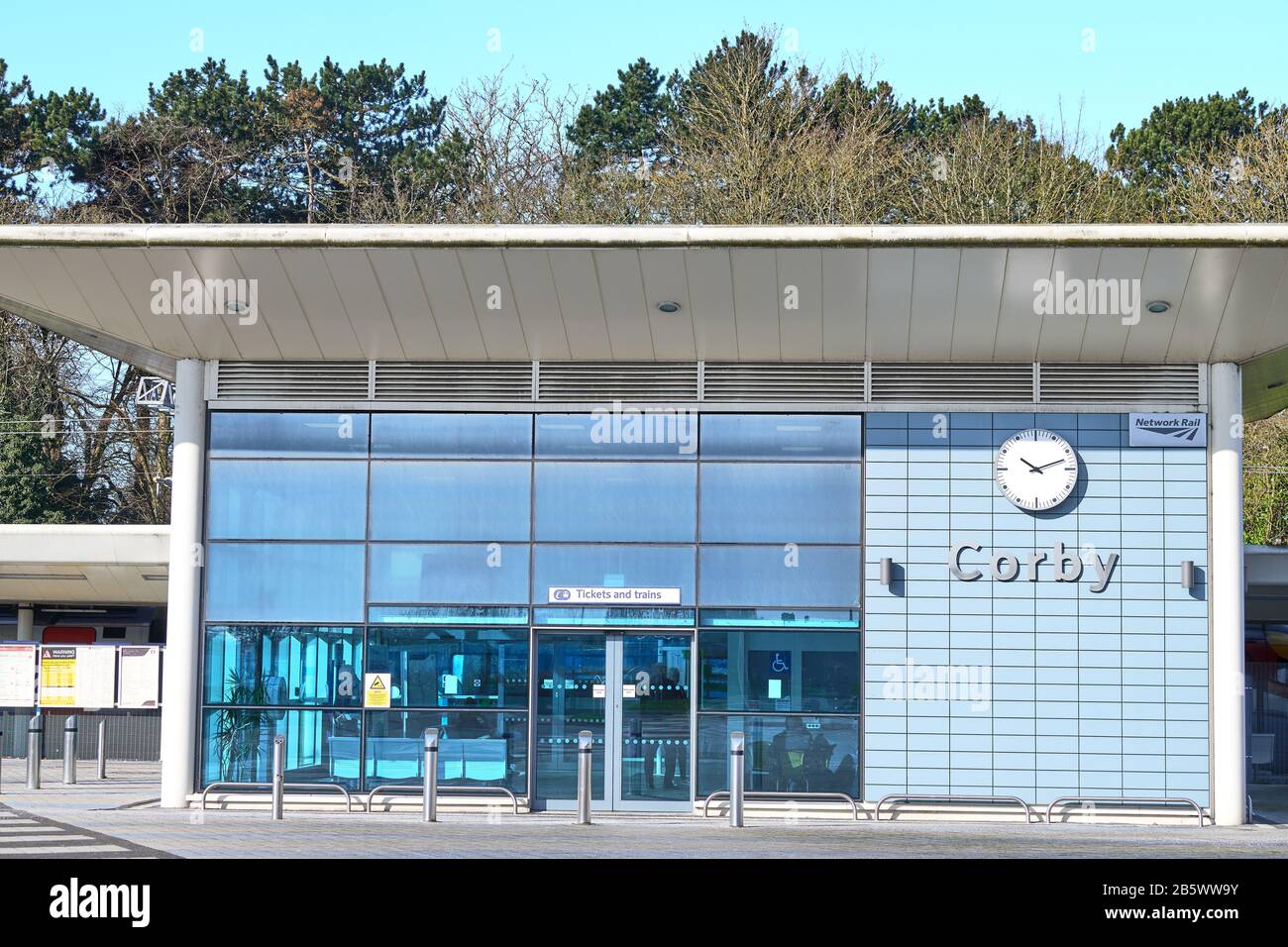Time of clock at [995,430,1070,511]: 10:11
